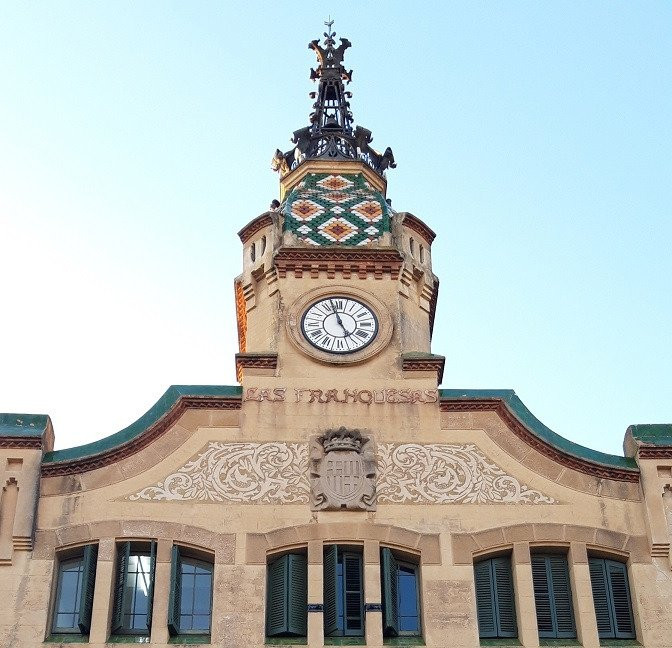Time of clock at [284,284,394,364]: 4:57
